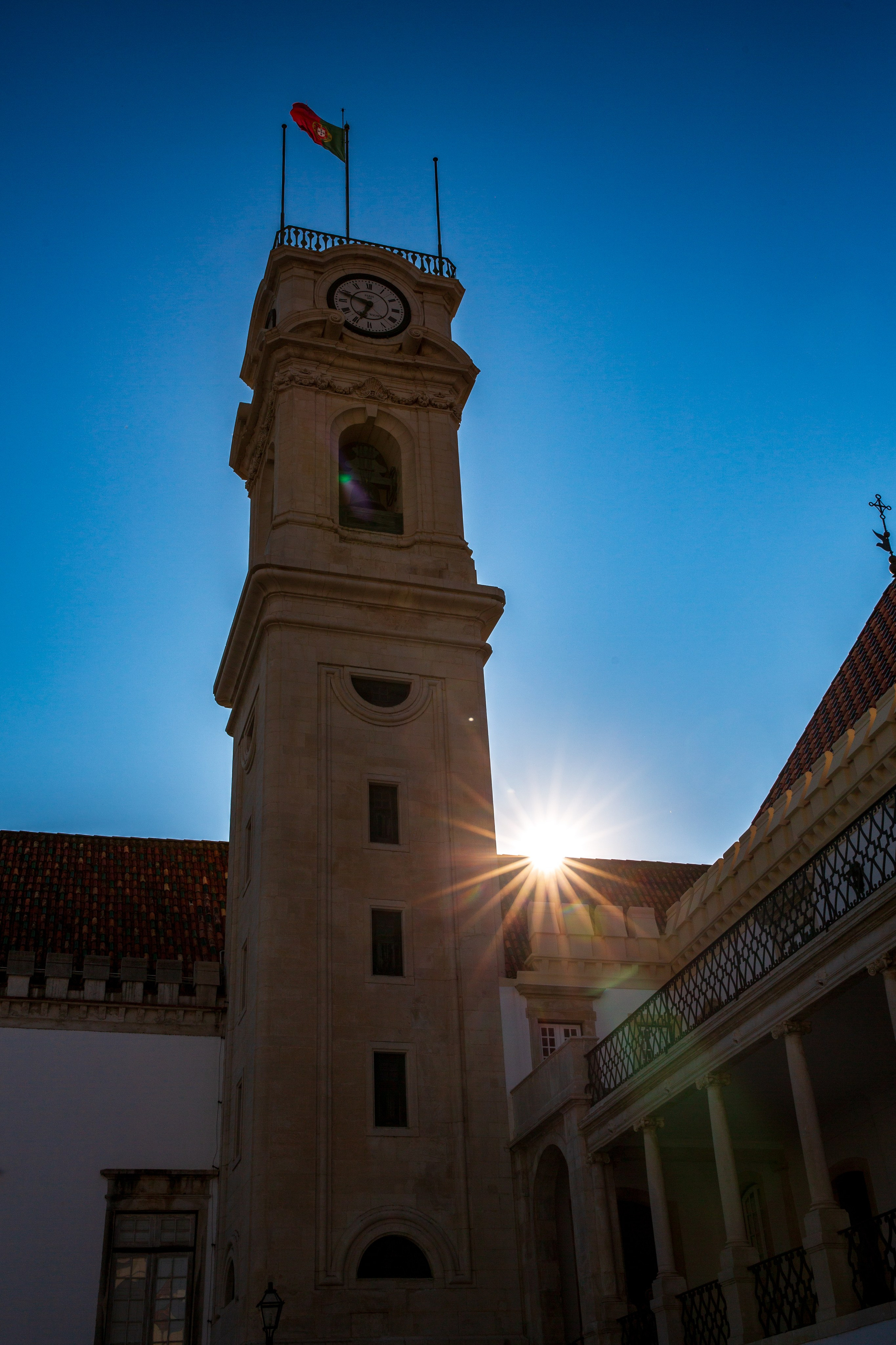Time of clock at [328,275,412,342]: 6:48
